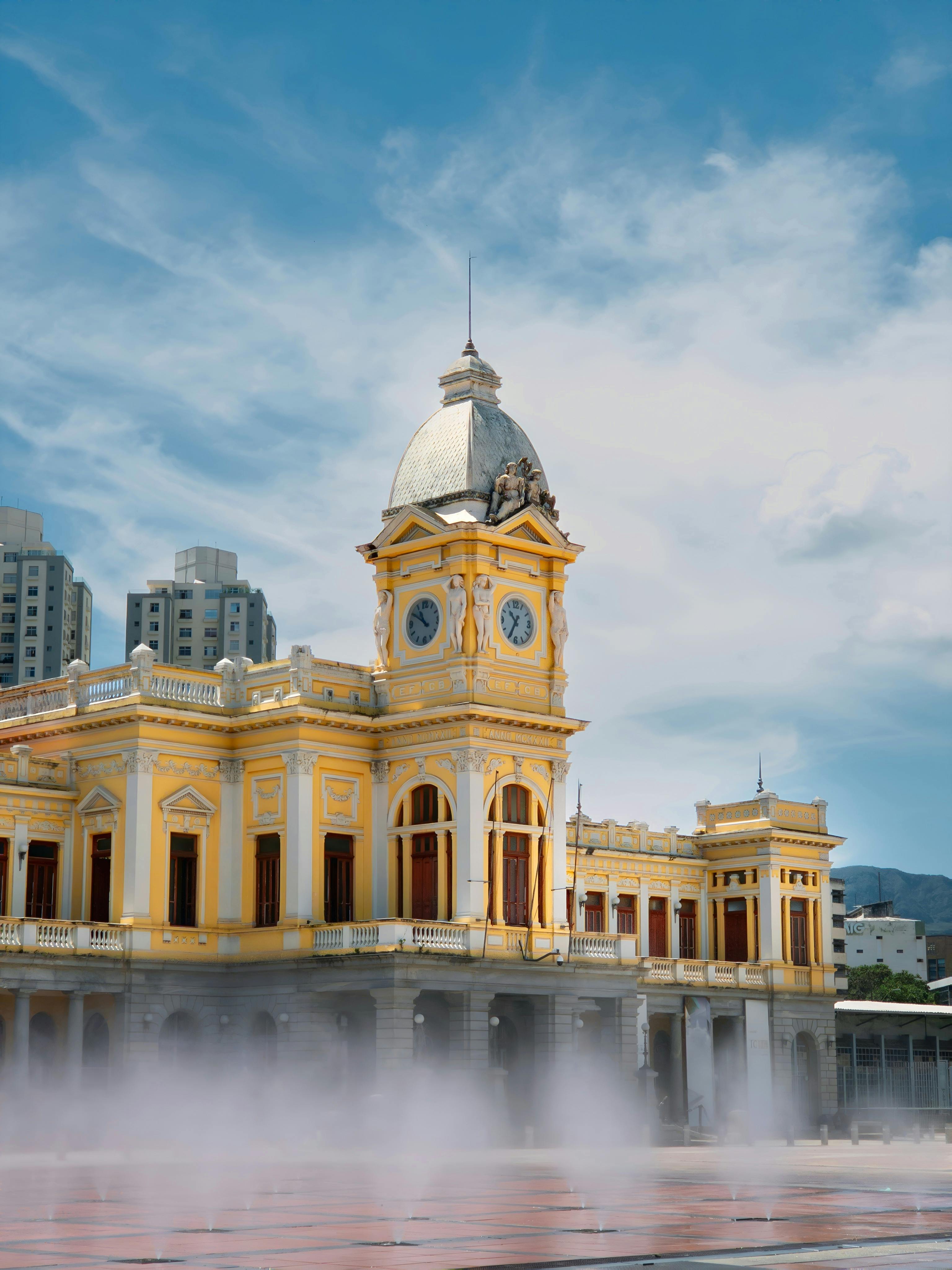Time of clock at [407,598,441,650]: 10:50
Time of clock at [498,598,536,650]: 10:34
